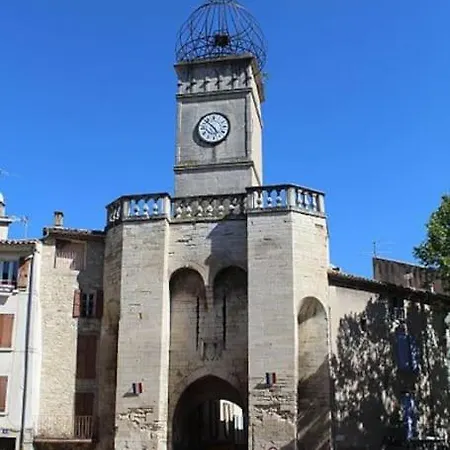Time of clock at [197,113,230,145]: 4:52
